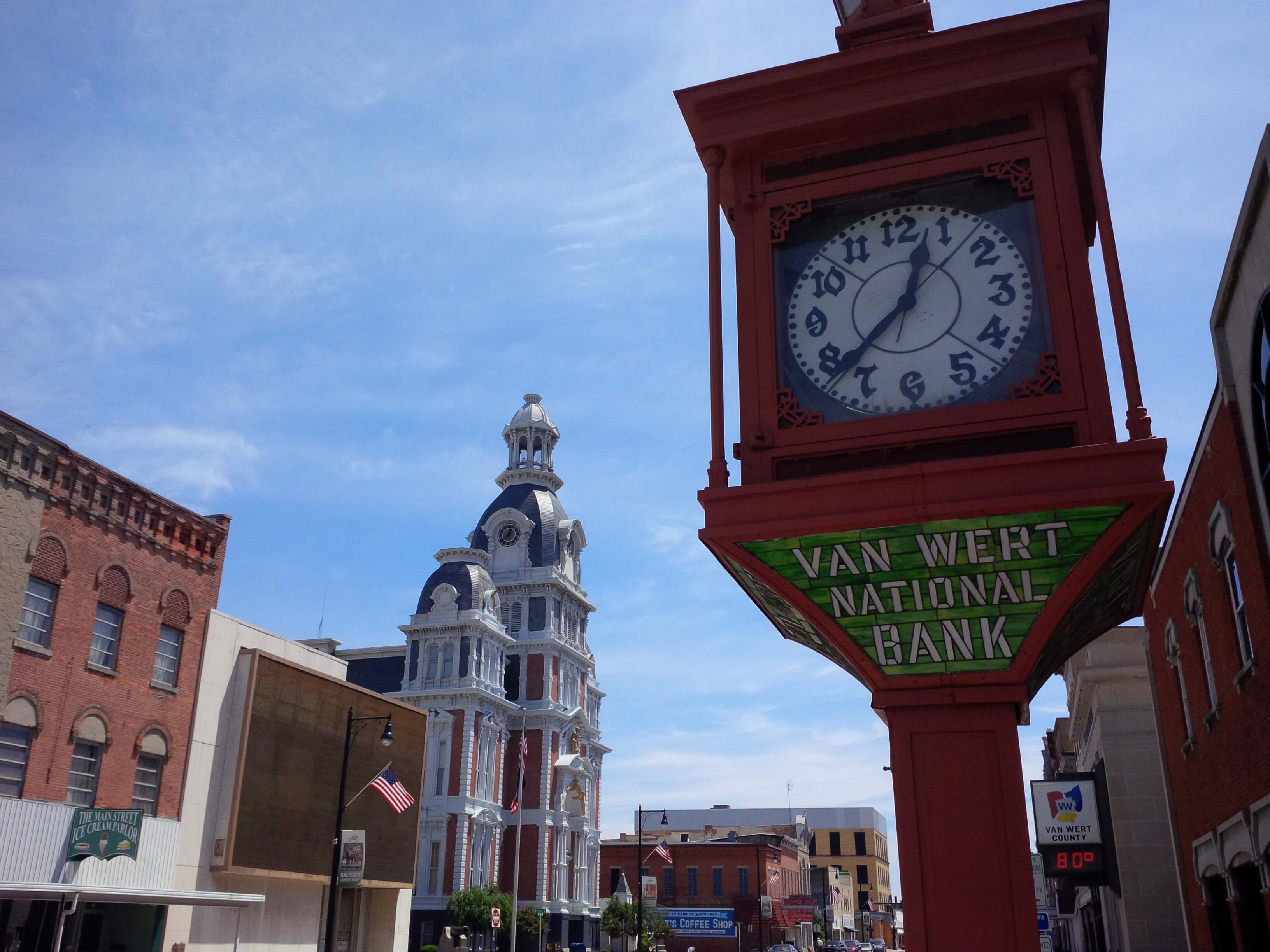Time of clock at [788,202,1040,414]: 12:37
